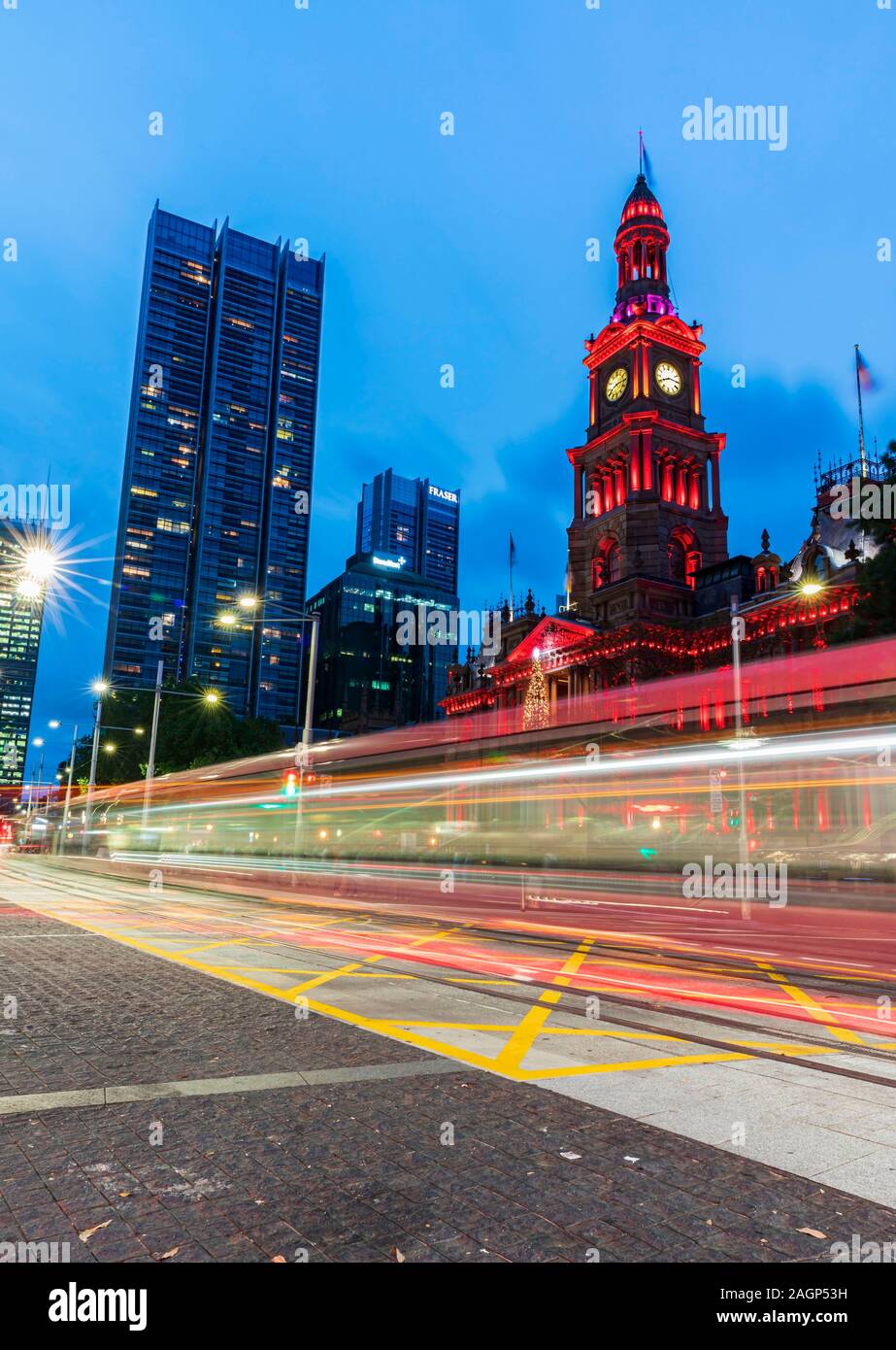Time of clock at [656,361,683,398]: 8:14
